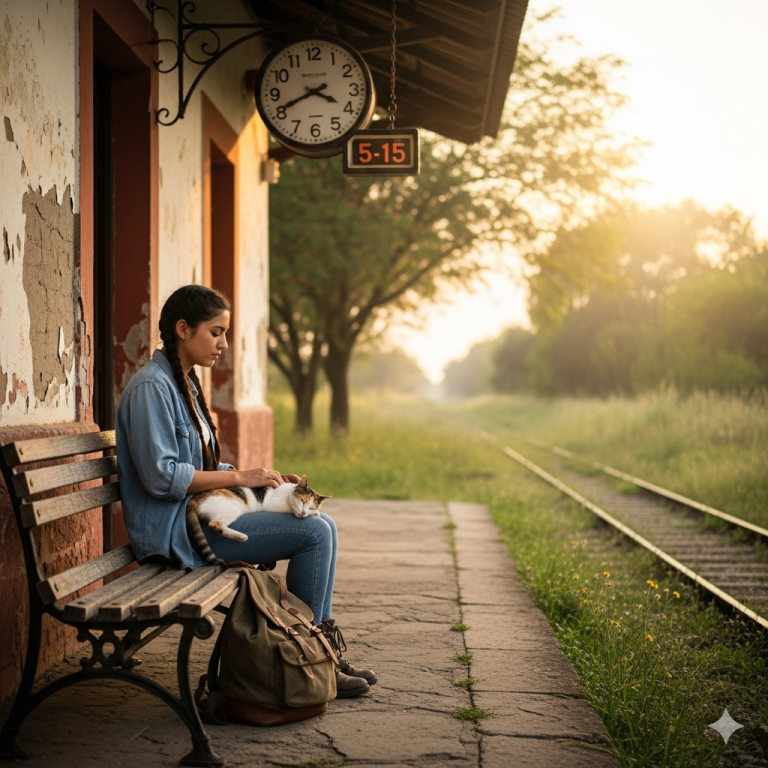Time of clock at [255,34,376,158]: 3:40
